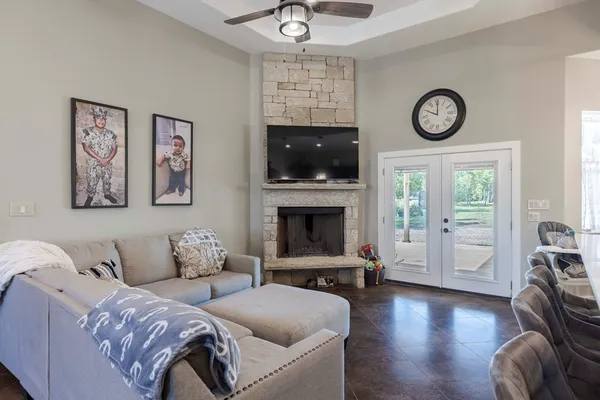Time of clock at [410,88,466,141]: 10:00
